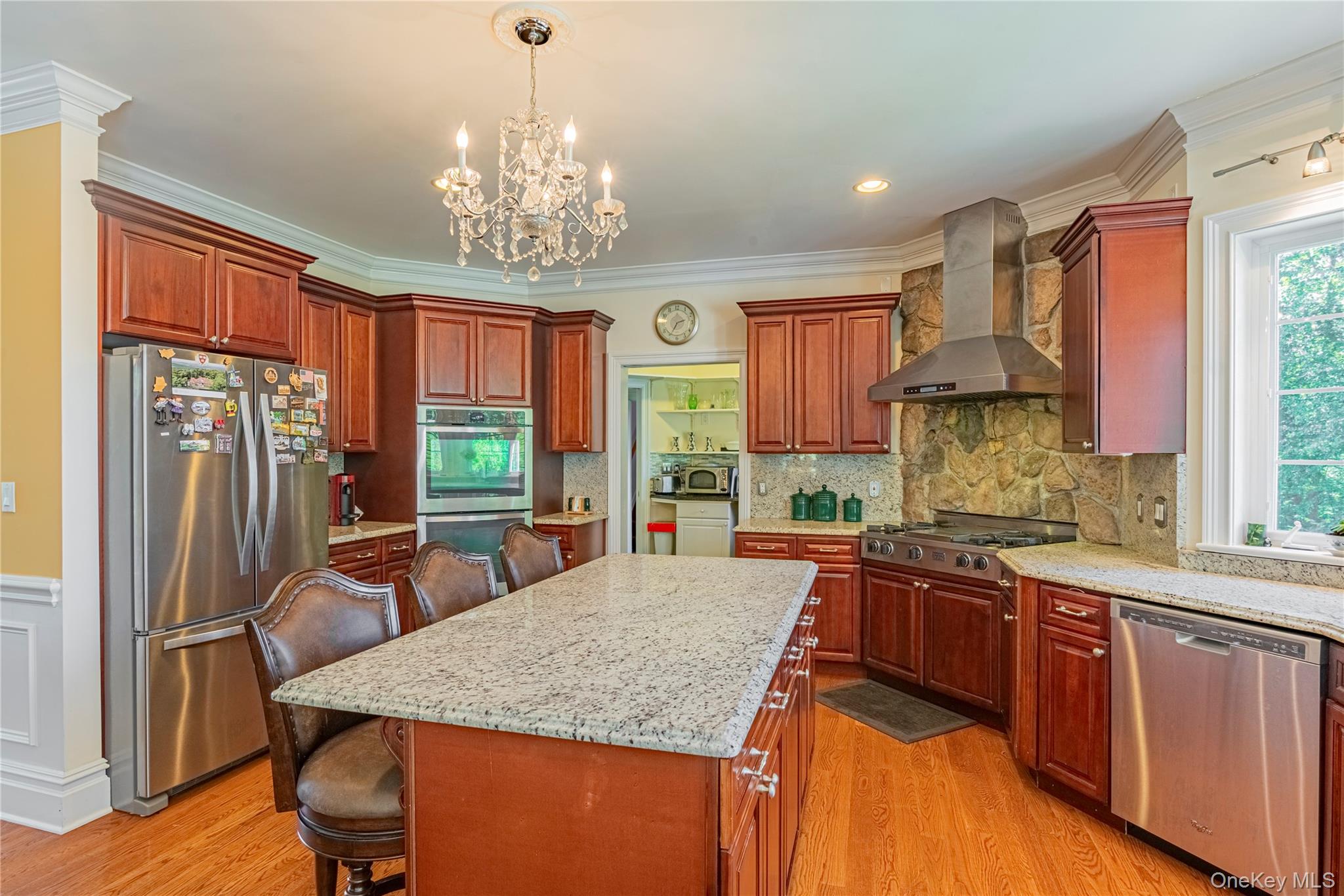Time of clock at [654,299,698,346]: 2:34
